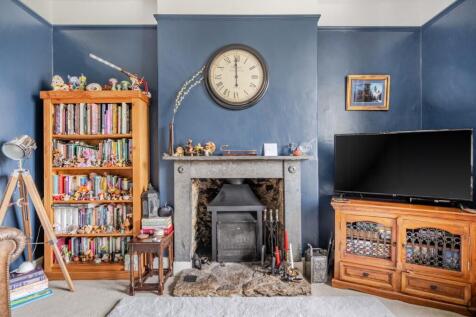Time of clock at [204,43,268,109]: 5:59
